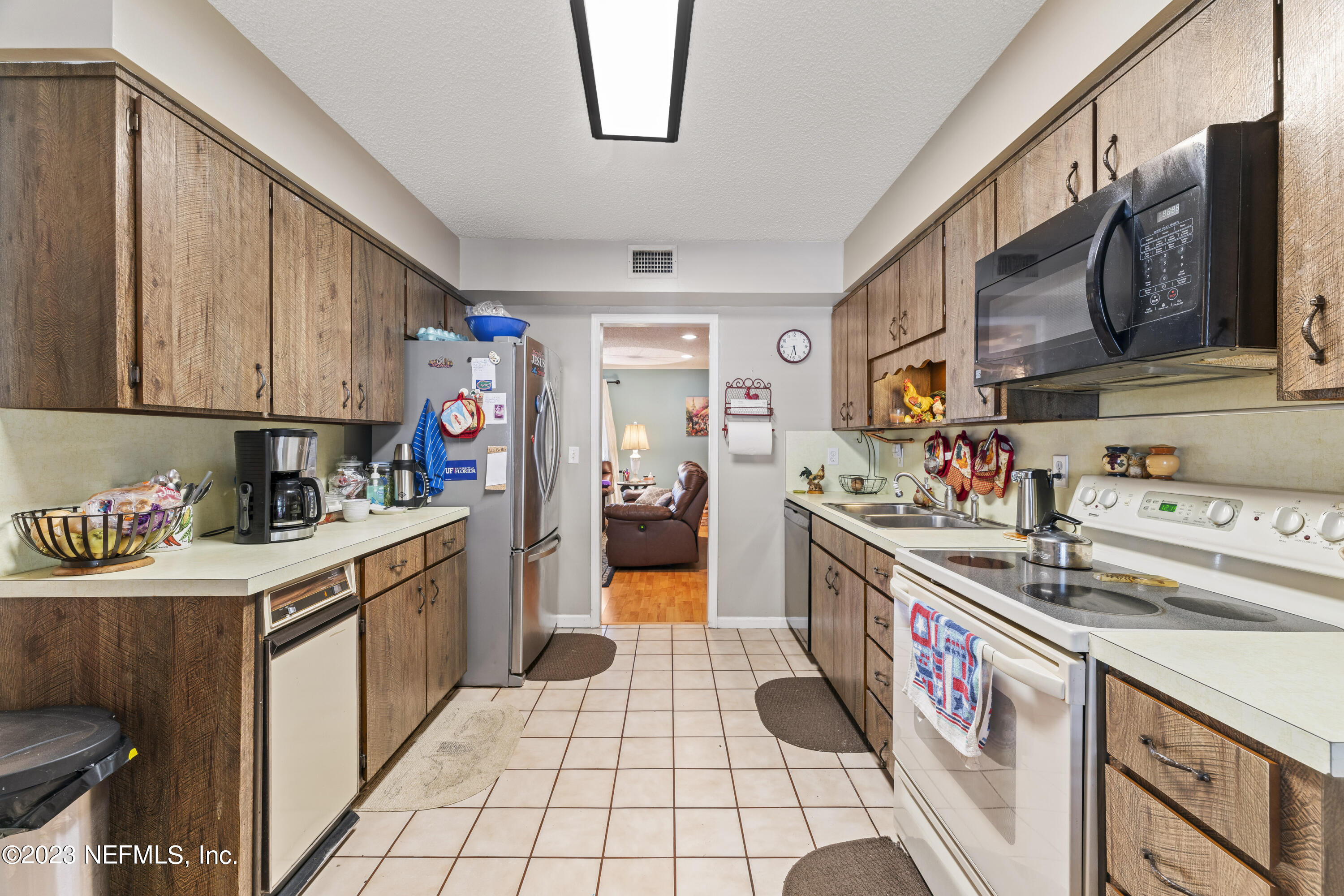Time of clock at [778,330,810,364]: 5:32
